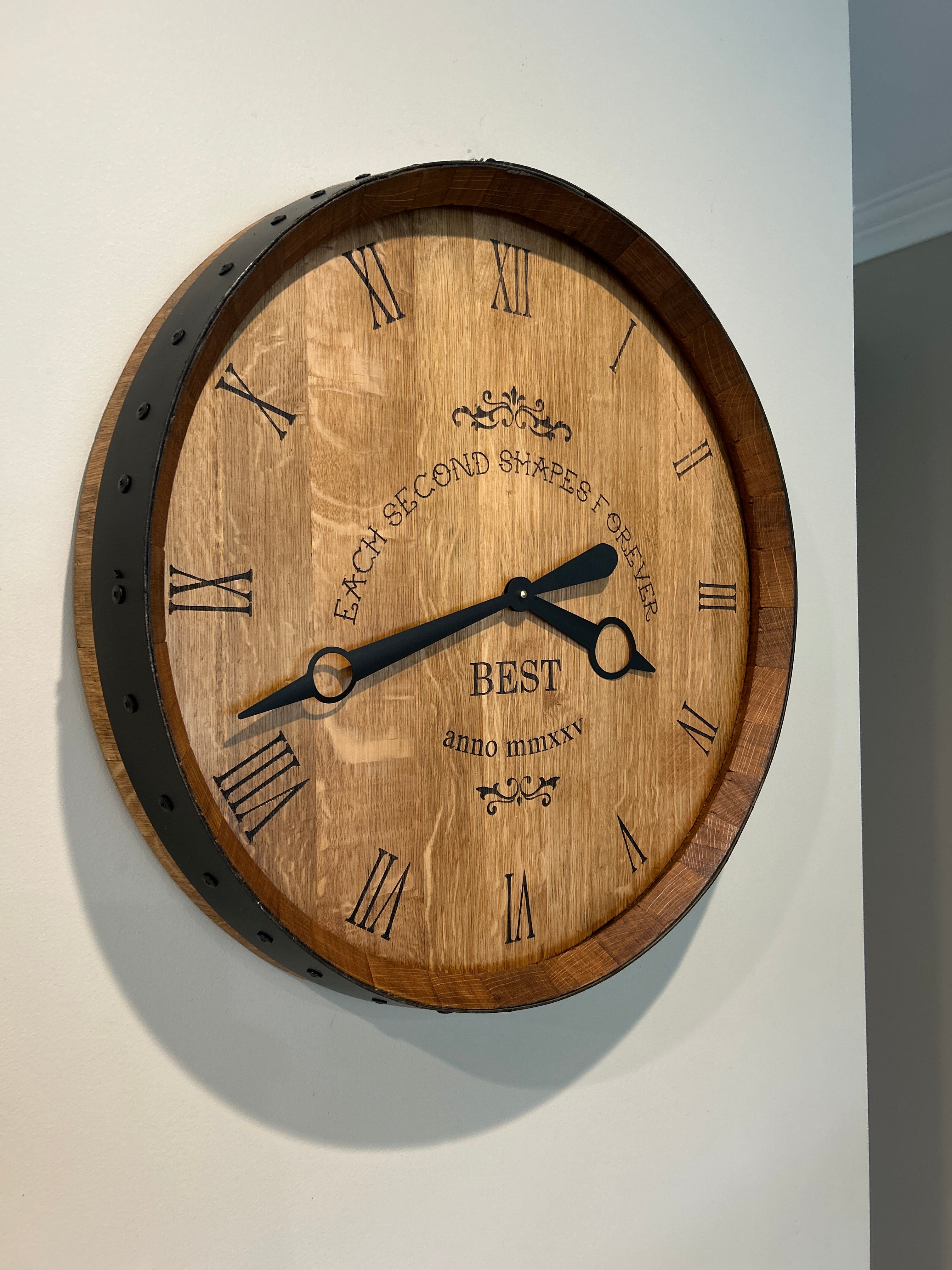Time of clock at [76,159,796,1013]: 3:41
